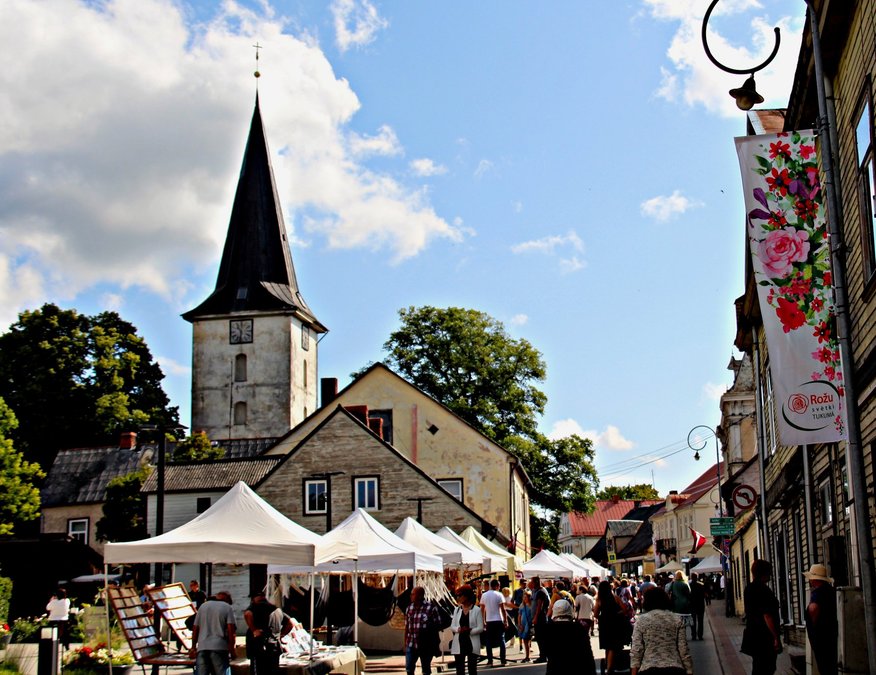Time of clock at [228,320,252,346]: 10:32
